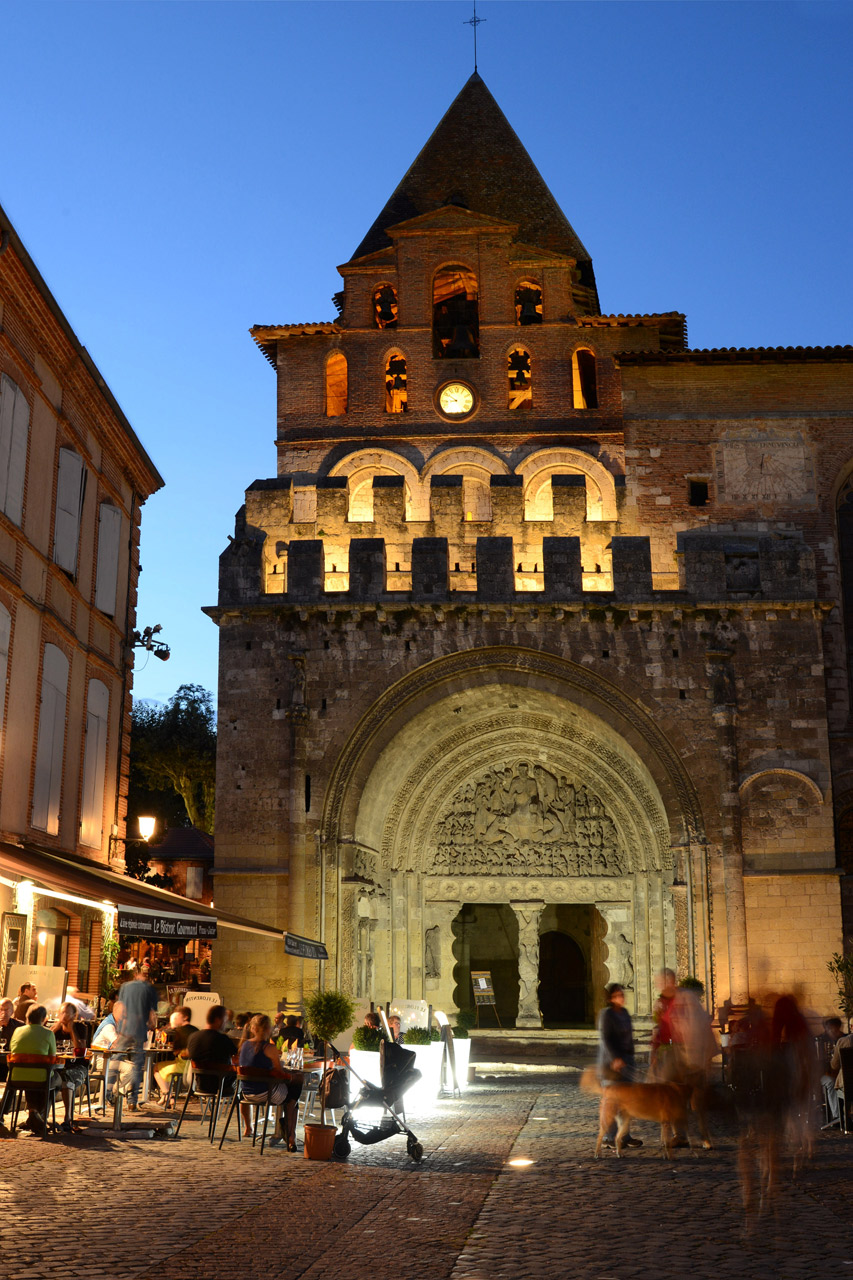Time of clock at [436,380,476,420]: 8:50
